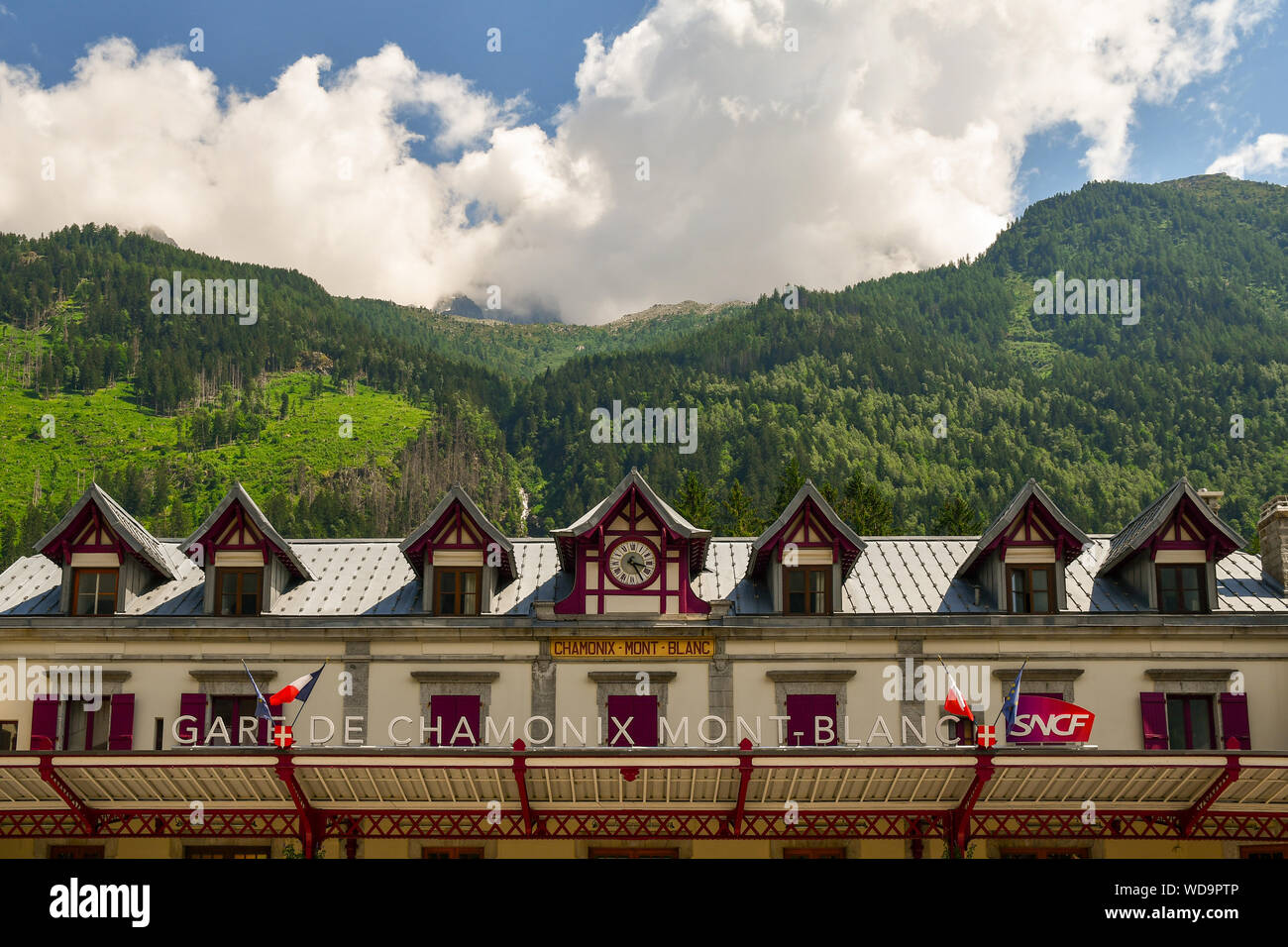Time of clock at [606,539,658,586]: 3:24
